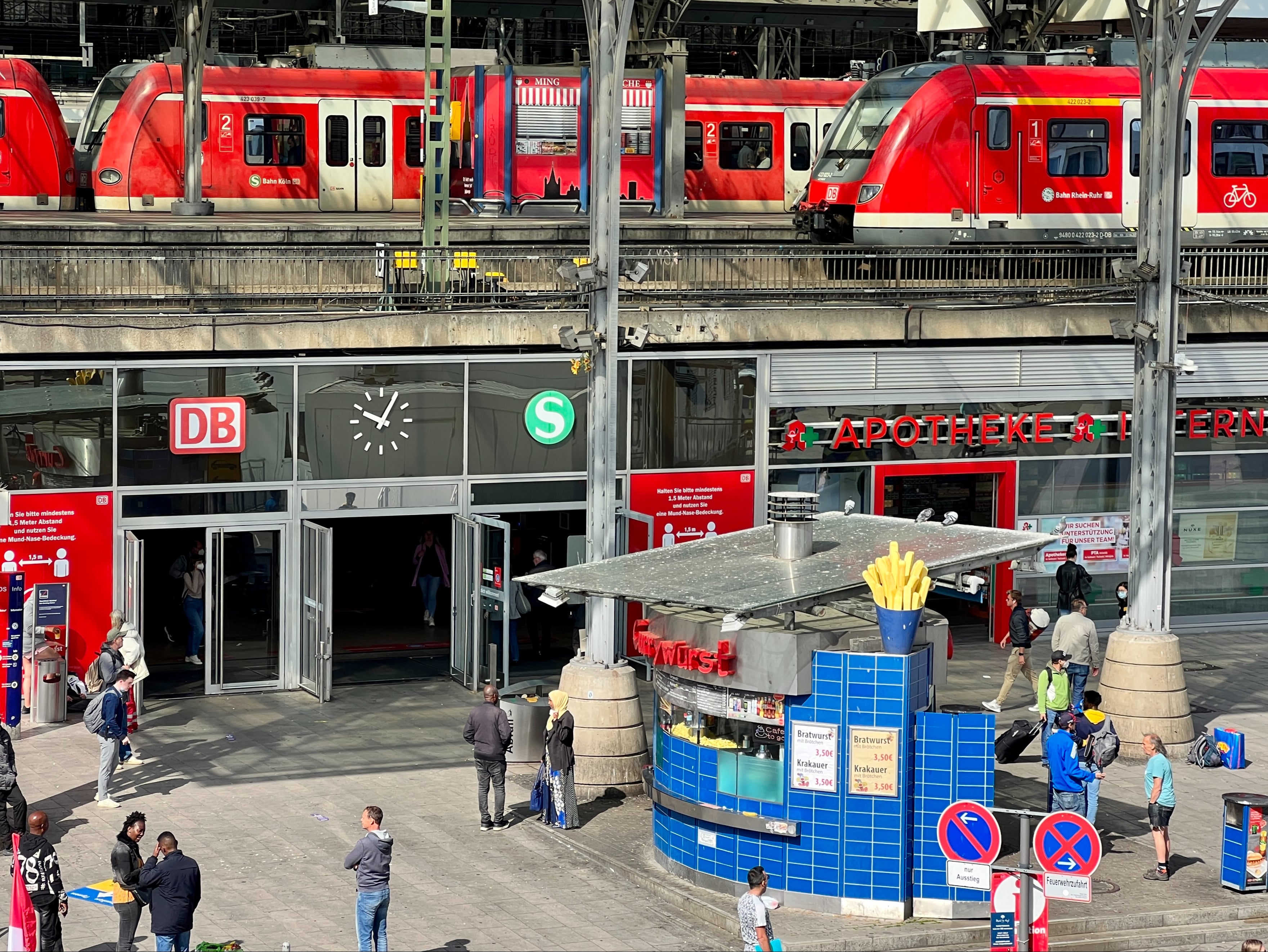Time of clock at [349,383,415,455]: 10:04
